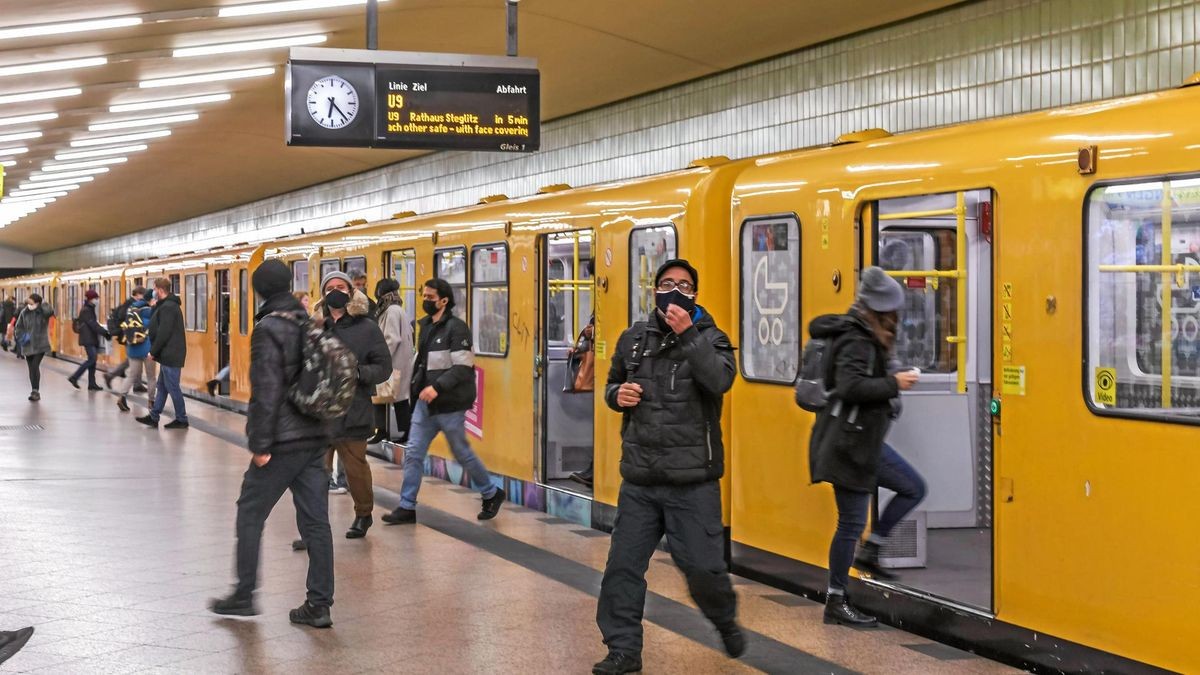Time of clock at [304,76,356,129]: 6:23
